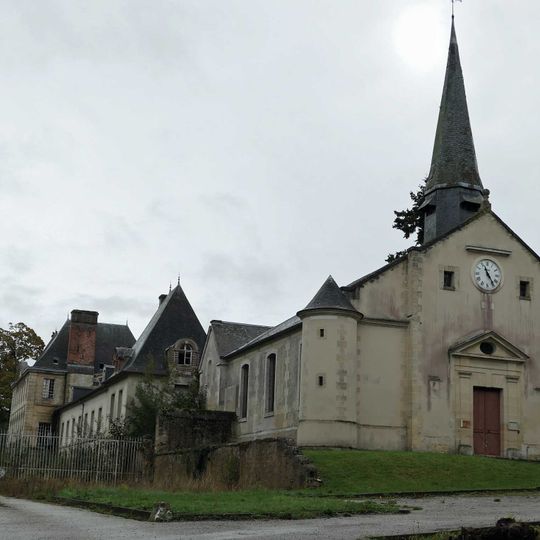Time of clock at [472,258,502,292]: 11:24
